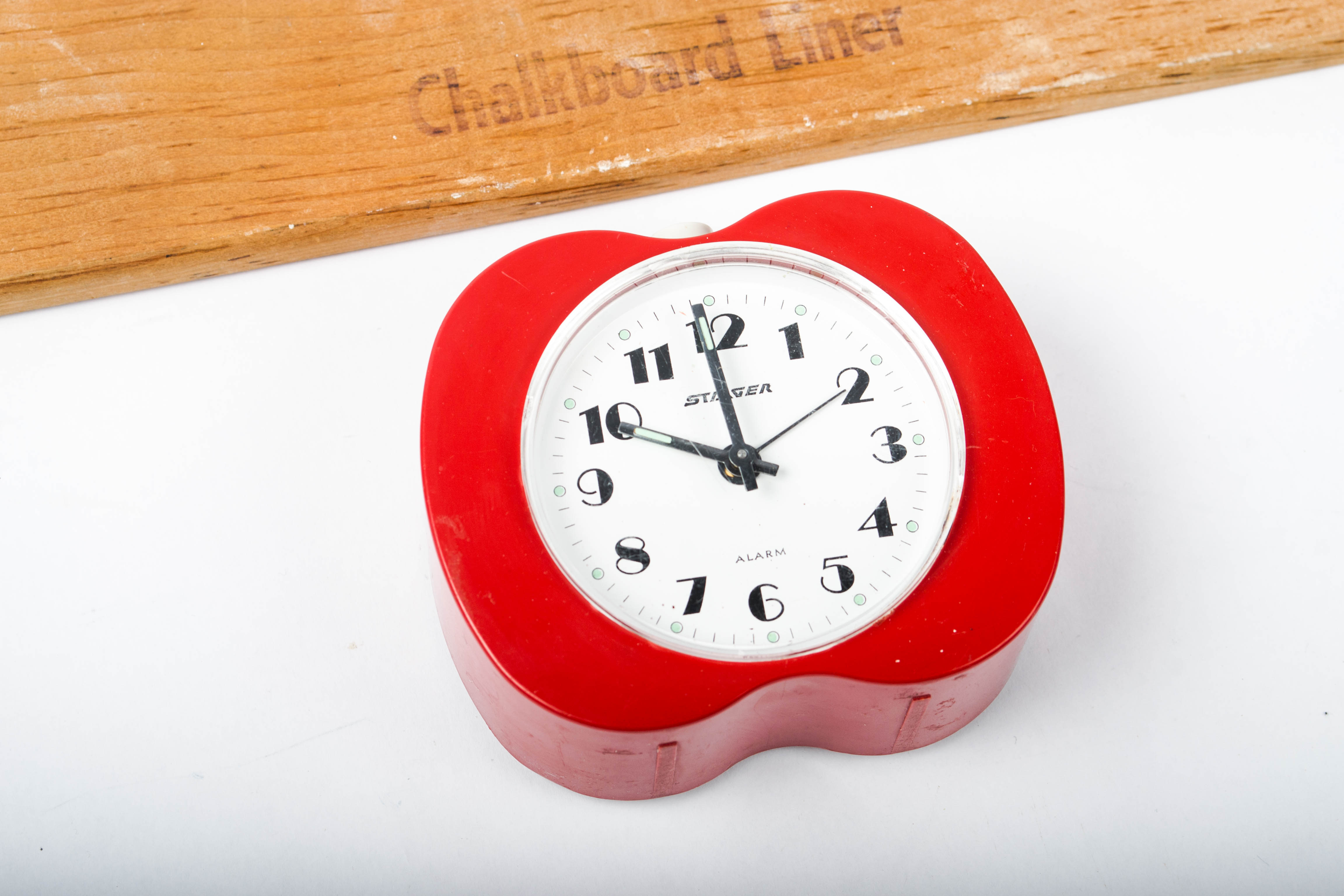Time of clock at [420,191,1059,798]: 9:59
